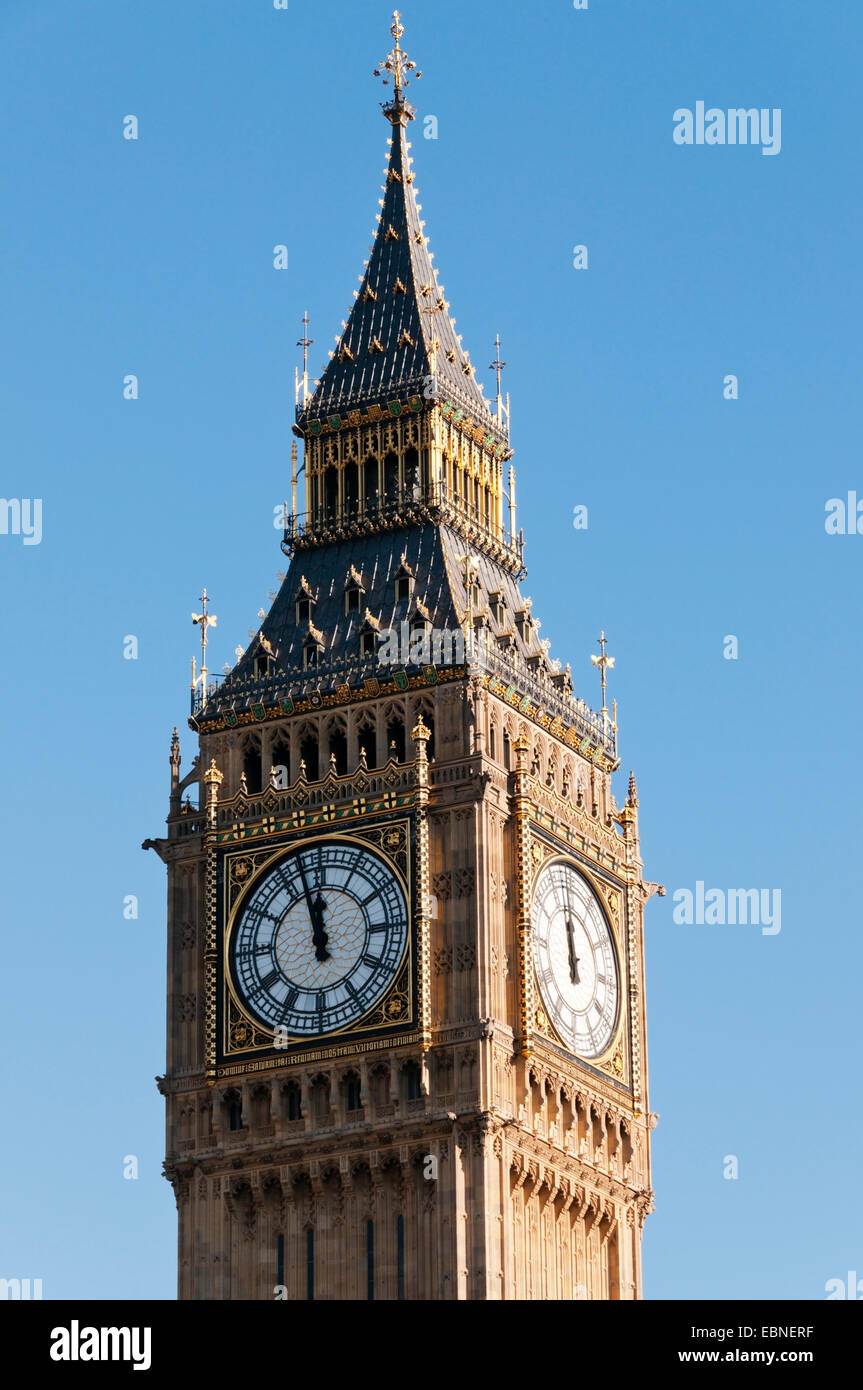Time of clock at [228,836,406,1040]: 11:57
